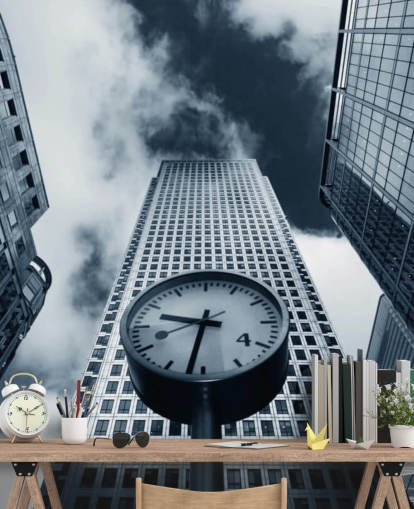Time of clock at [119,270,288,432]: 9:32
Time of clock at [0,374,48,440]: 10:10
